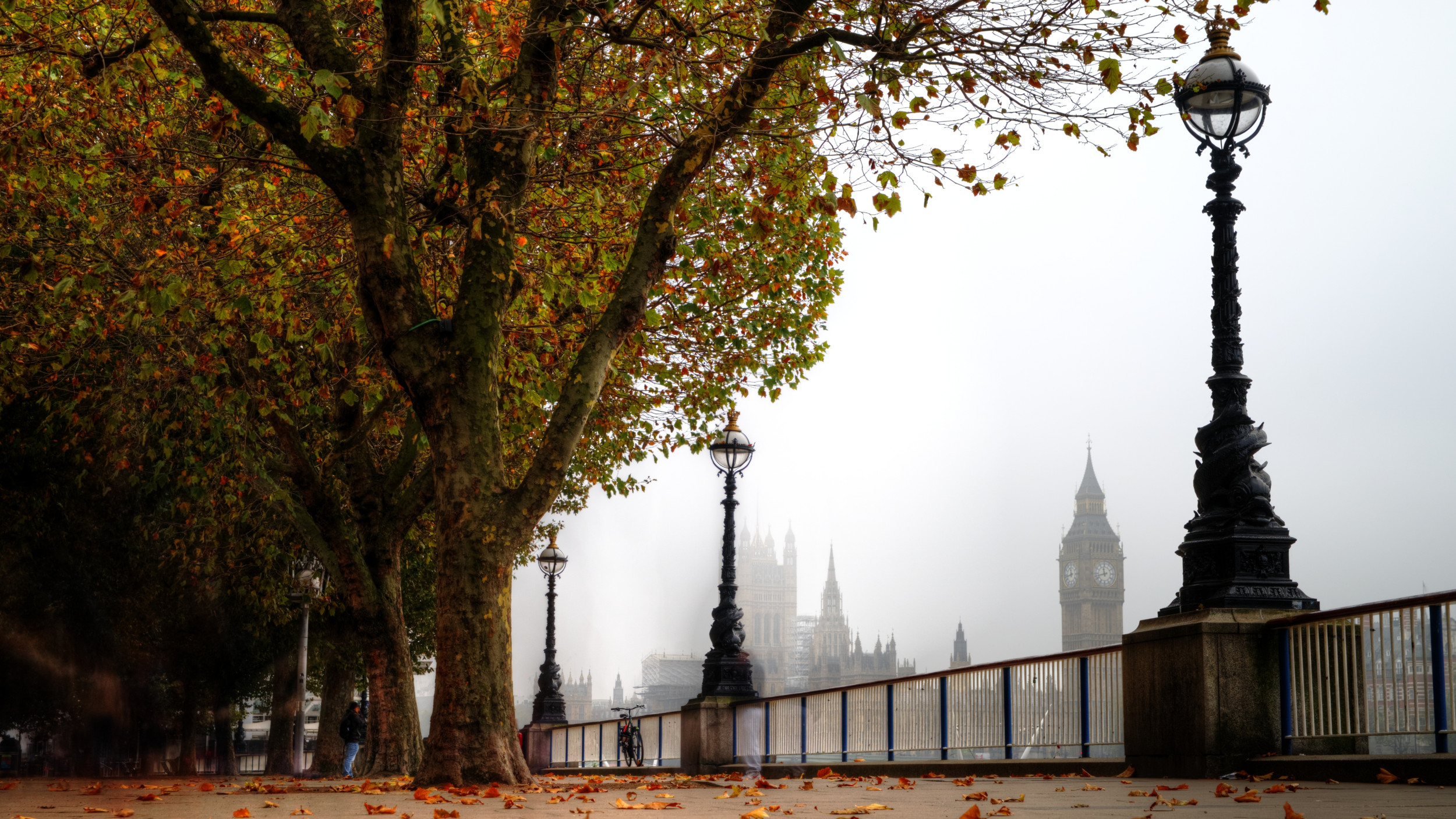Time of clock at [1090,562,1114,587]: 11:42
